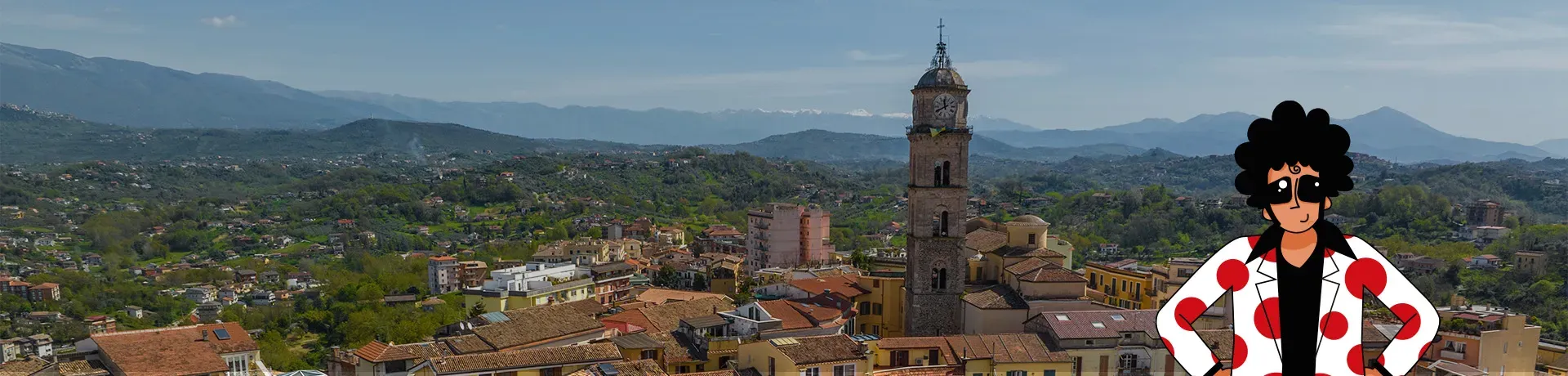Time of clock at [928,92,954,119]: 11:40
